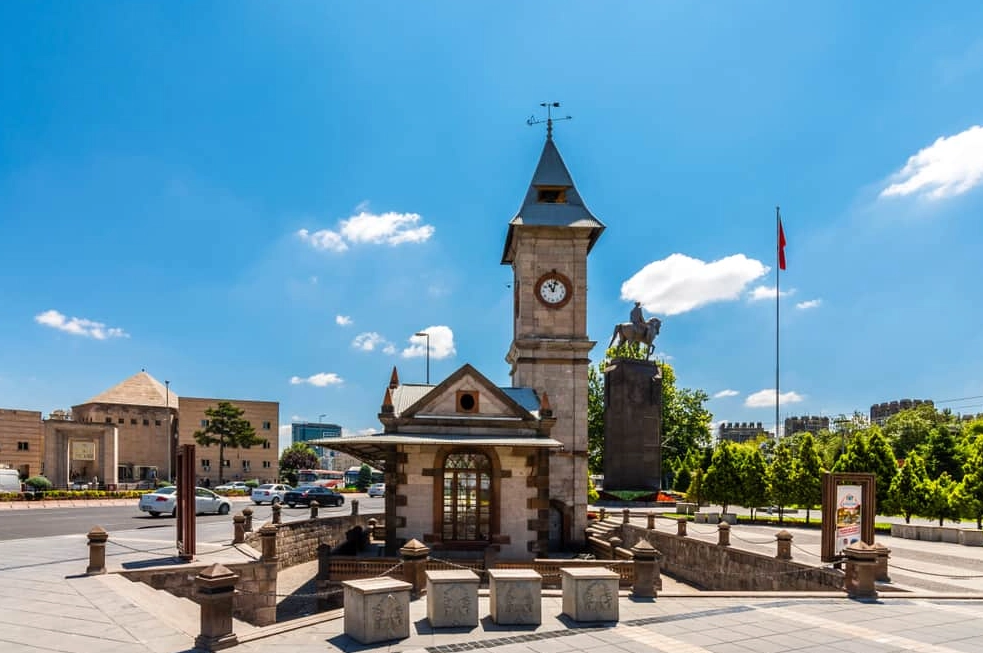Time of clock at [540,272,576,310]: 11:03
